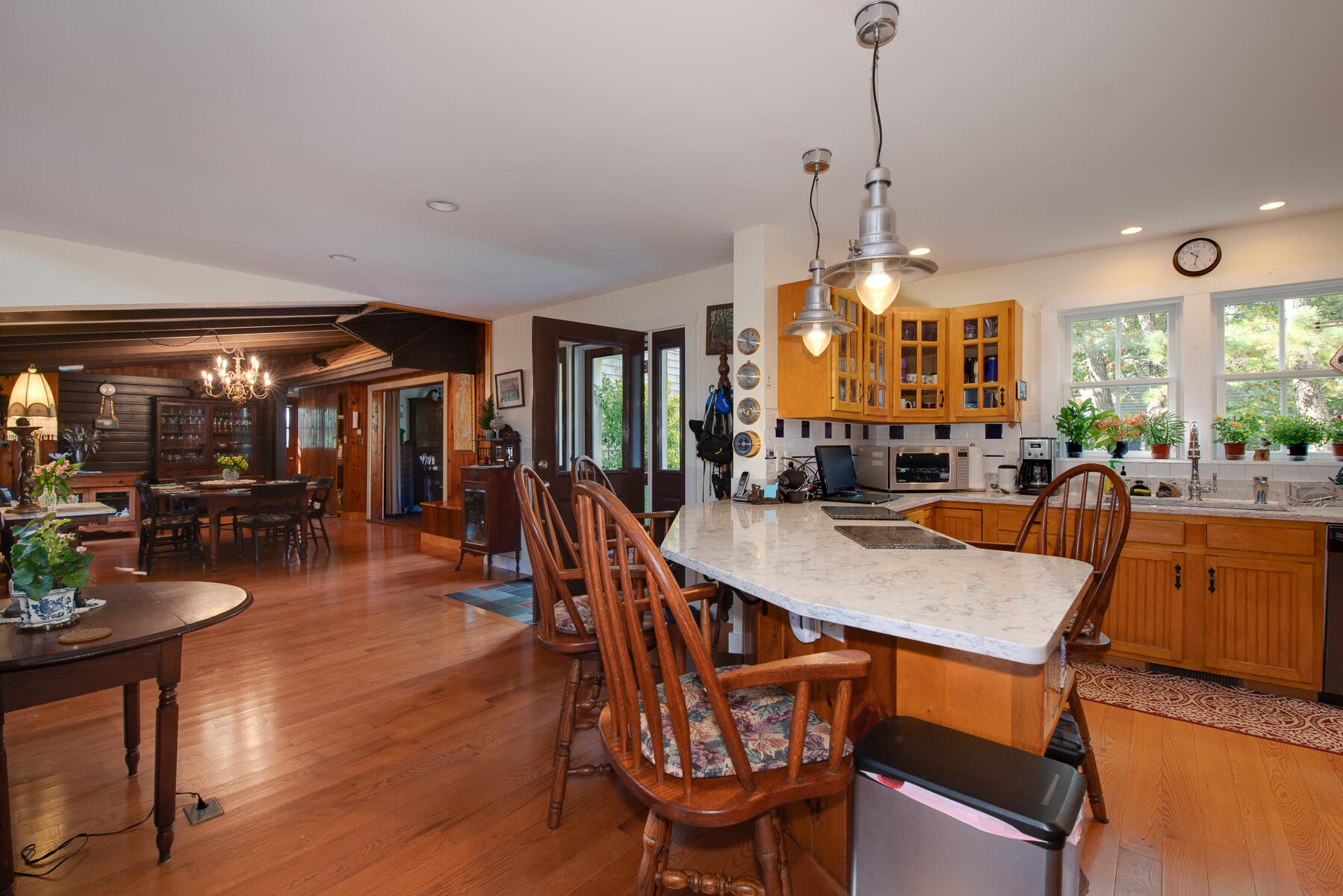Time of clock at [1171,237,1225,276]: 10:32
